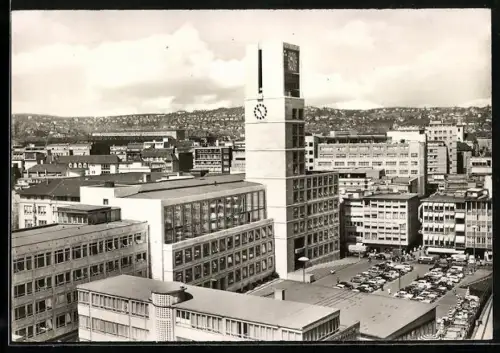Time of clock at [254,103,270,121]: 10:26
